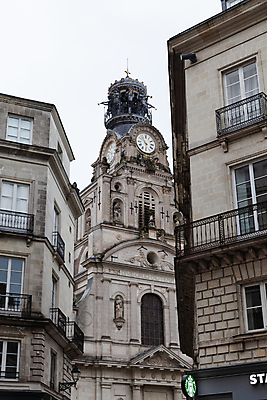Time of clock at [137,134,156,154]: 5:53
